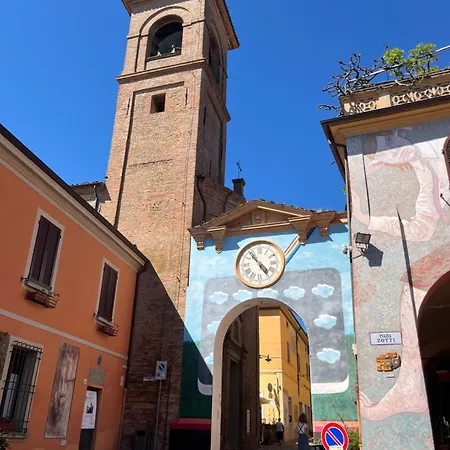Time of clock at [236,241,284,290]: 4:53
